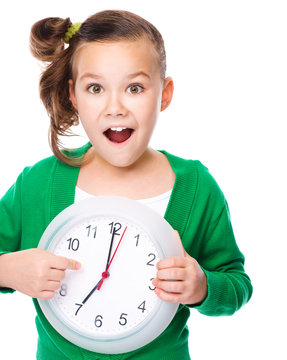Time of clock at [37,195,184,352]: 7:00
